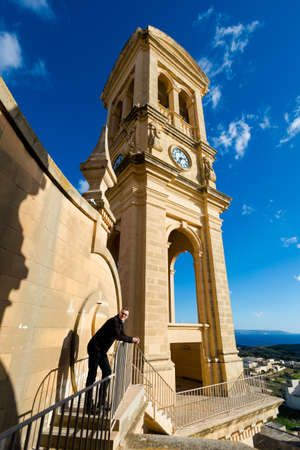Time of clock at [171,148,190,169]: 7:12
